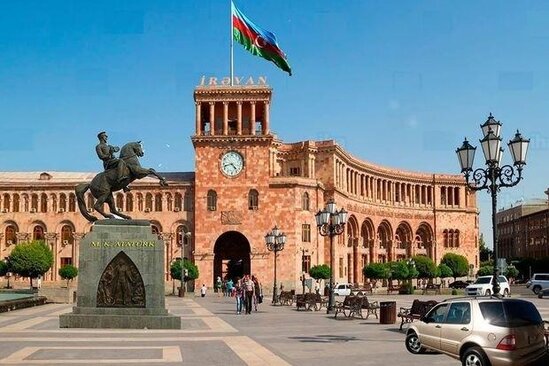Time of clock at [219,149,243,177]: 4:42
